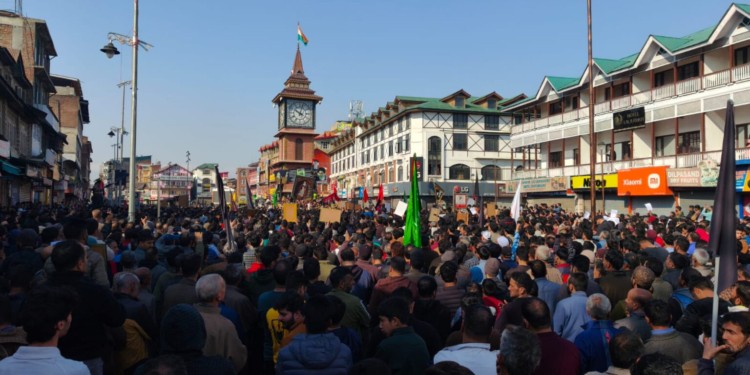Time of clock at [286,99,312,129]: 10:02
